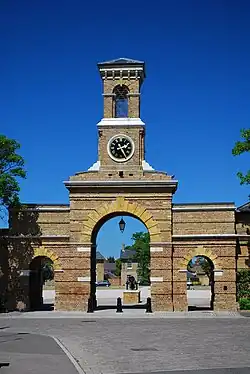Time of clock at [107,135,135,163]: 2:25
